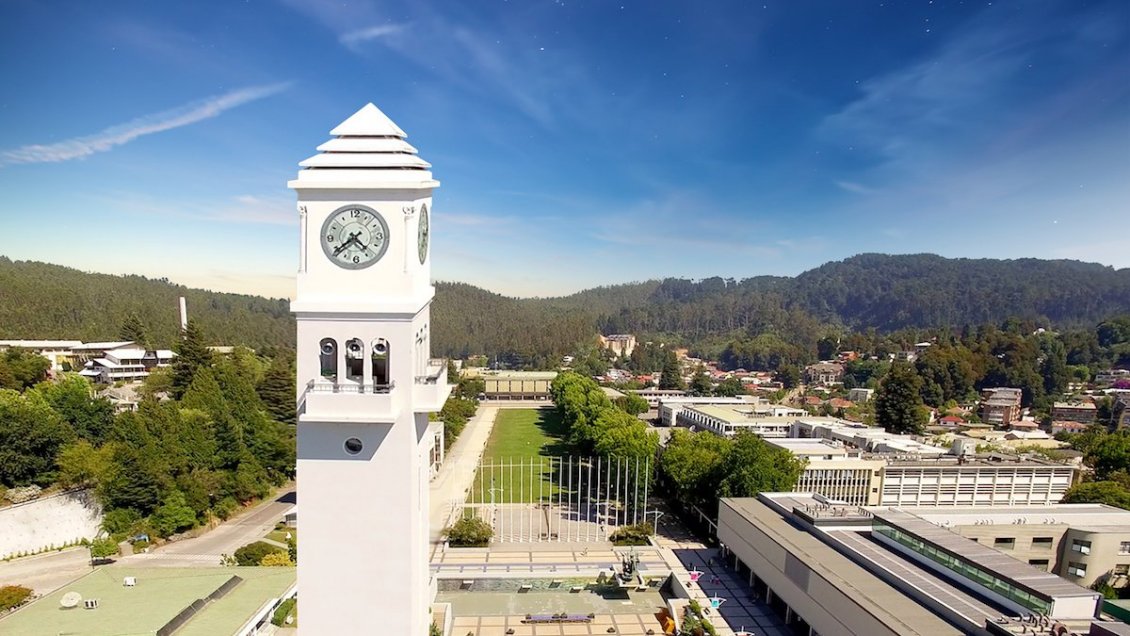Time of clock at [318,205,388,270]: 4:38
